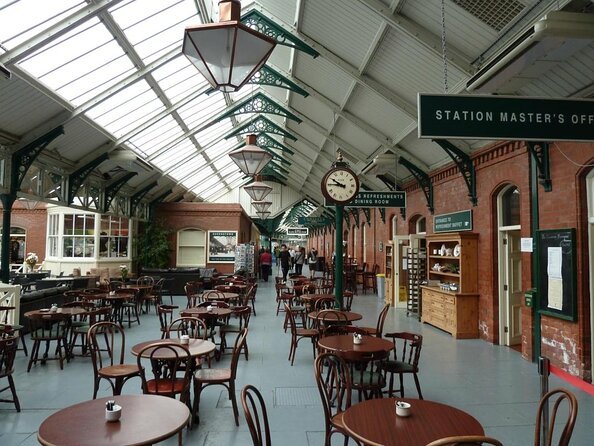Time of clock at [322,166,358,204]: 9:45
